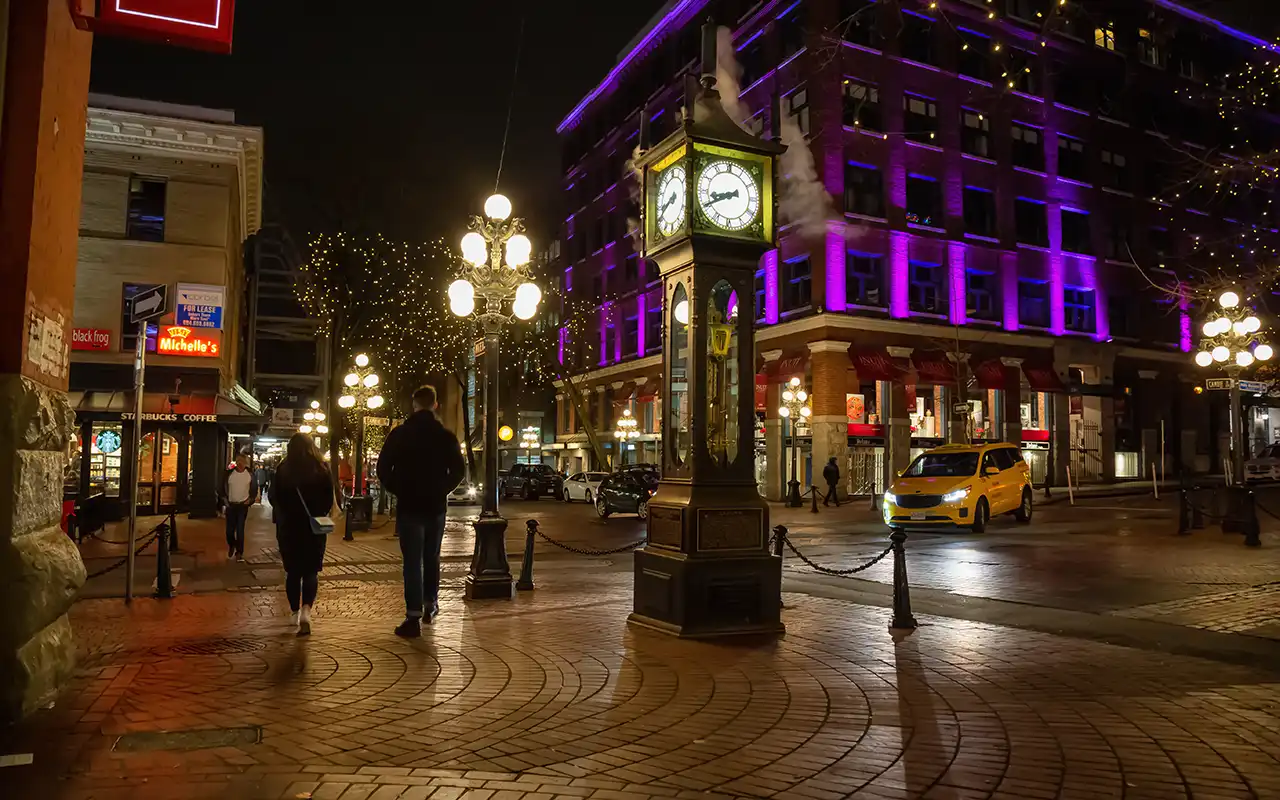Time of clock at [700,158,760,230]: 8:40
